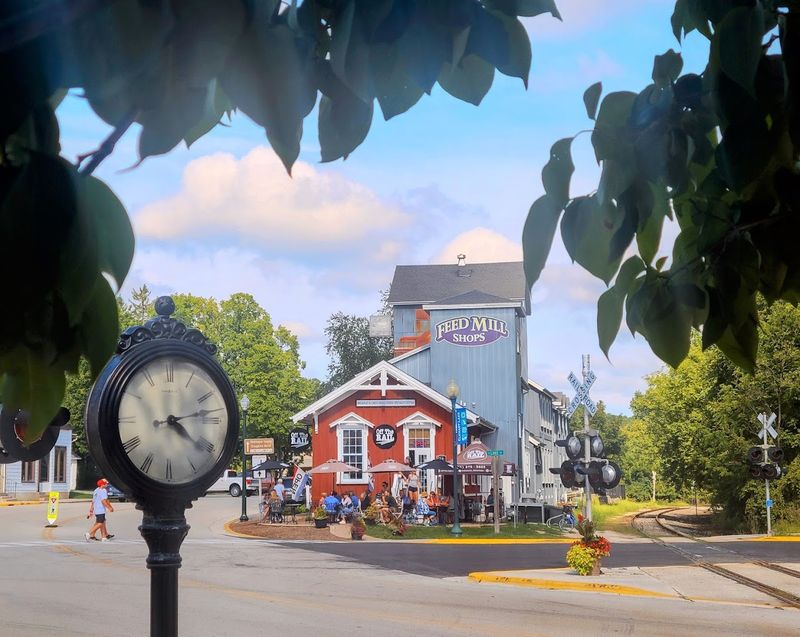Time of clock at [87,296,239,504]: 4:13
